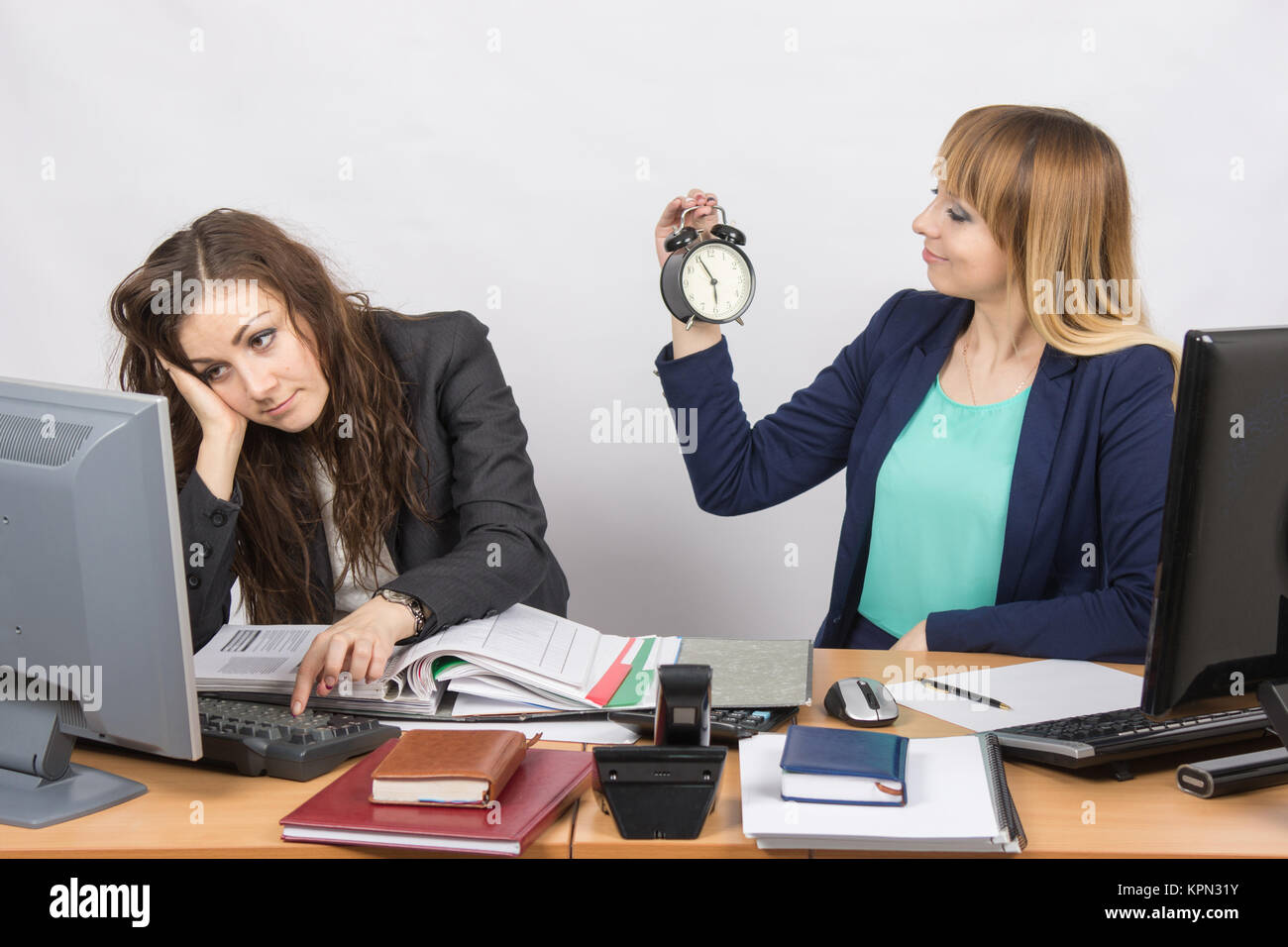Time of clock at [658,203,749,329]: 5:55
